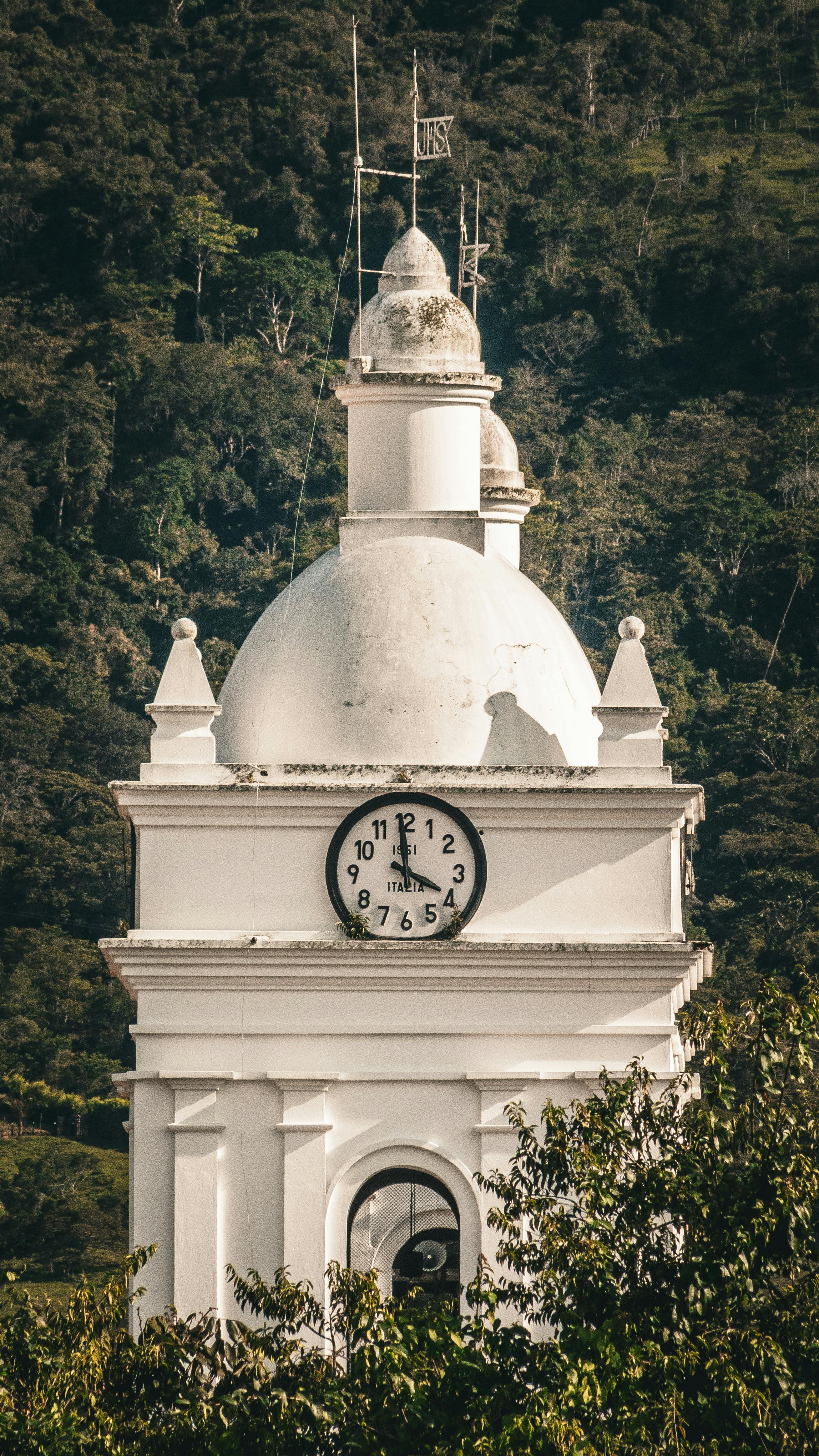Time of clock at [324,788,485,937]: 3:59
